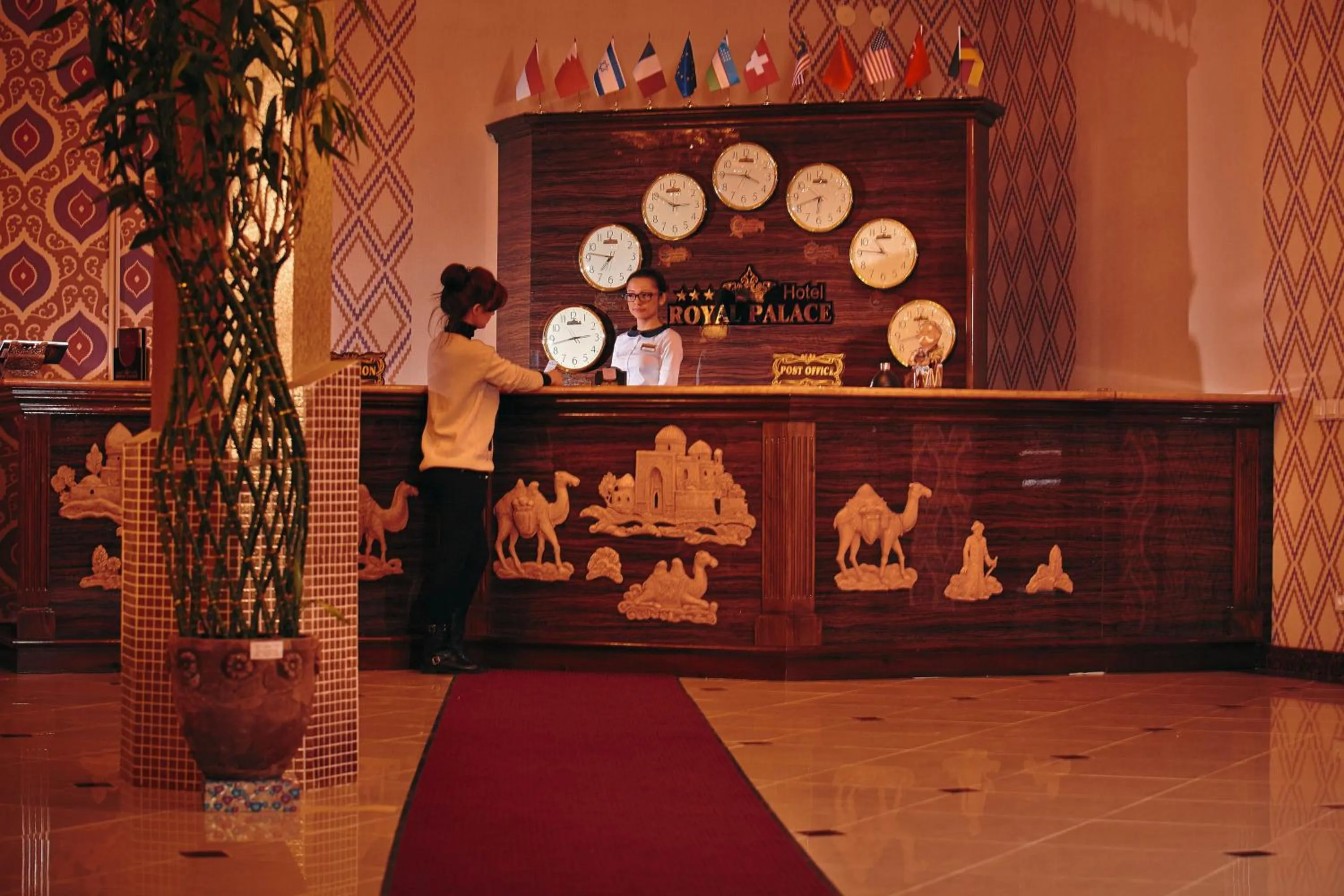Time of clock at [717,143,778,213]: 3:45
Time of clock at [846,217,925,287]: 10:45
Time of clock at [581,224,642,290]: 12:46
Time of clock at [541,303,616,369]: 2:42
